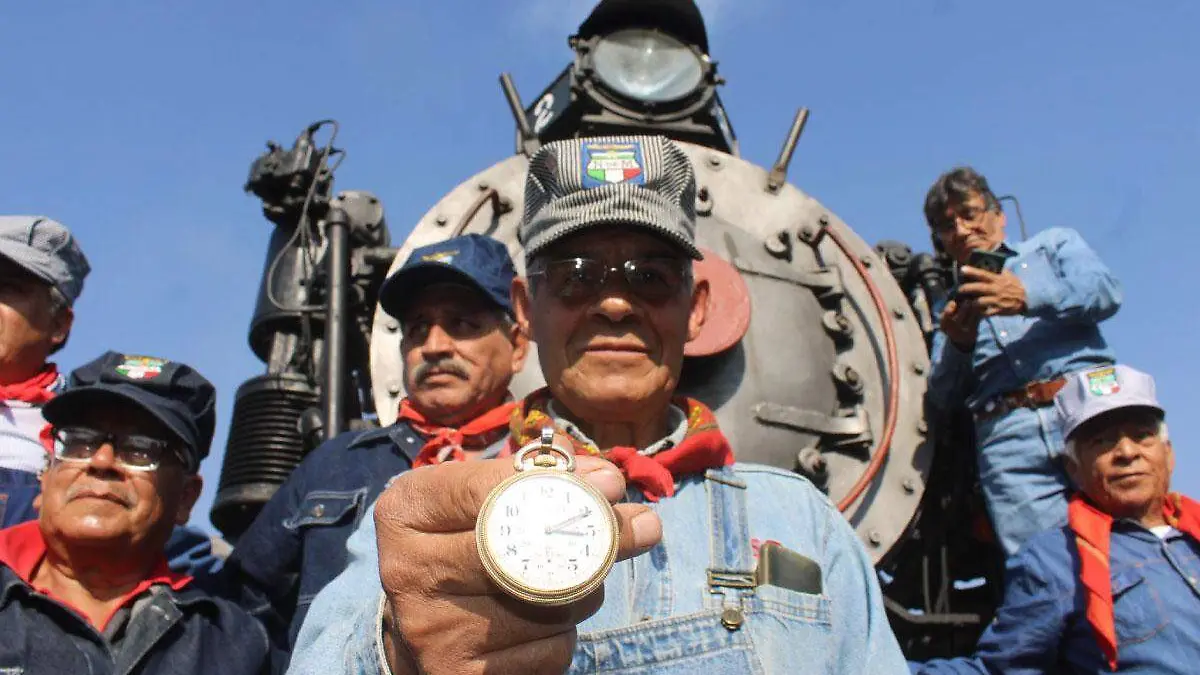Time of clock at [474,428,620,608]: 3:10
